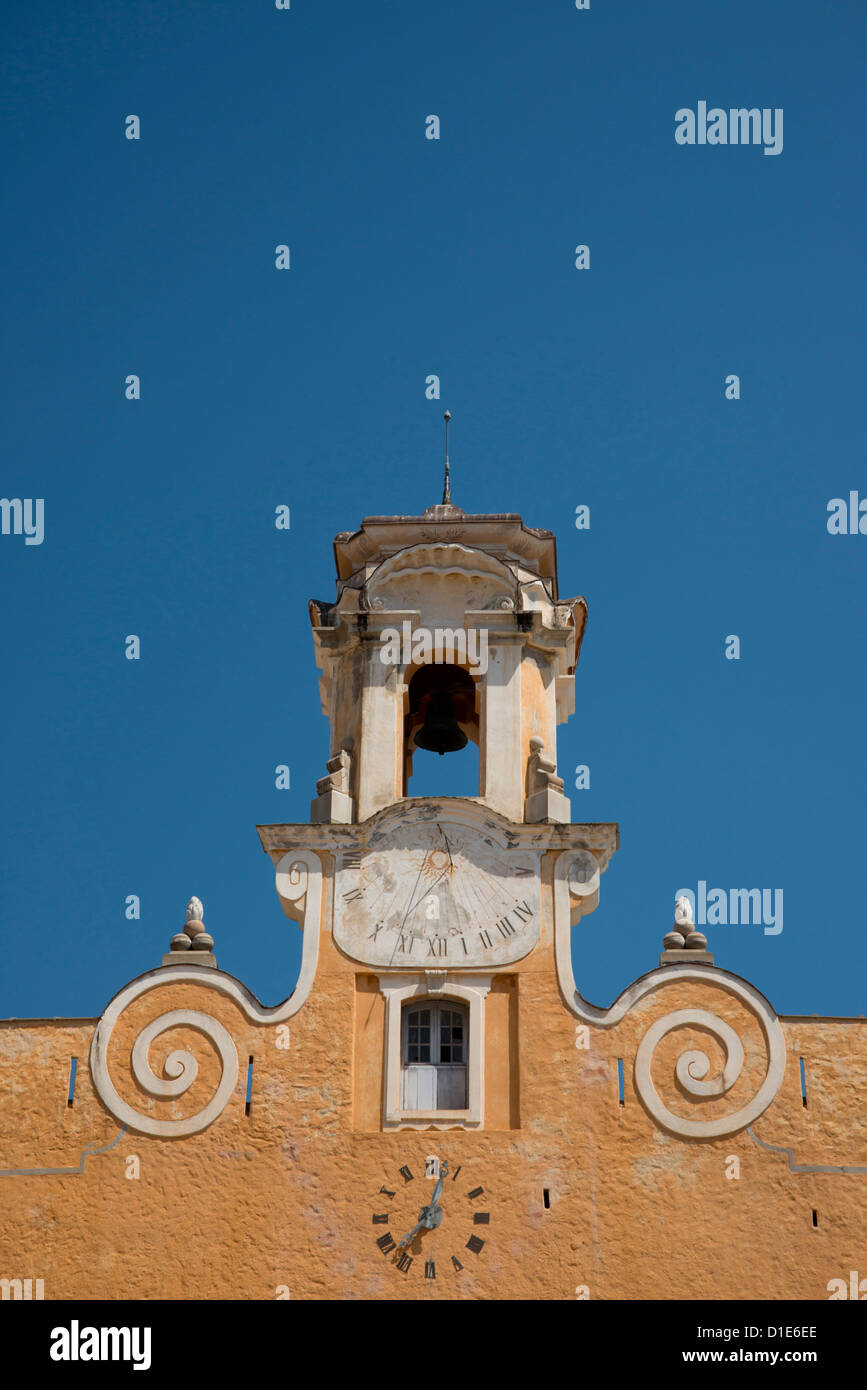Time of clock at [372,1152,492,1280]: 7:02
